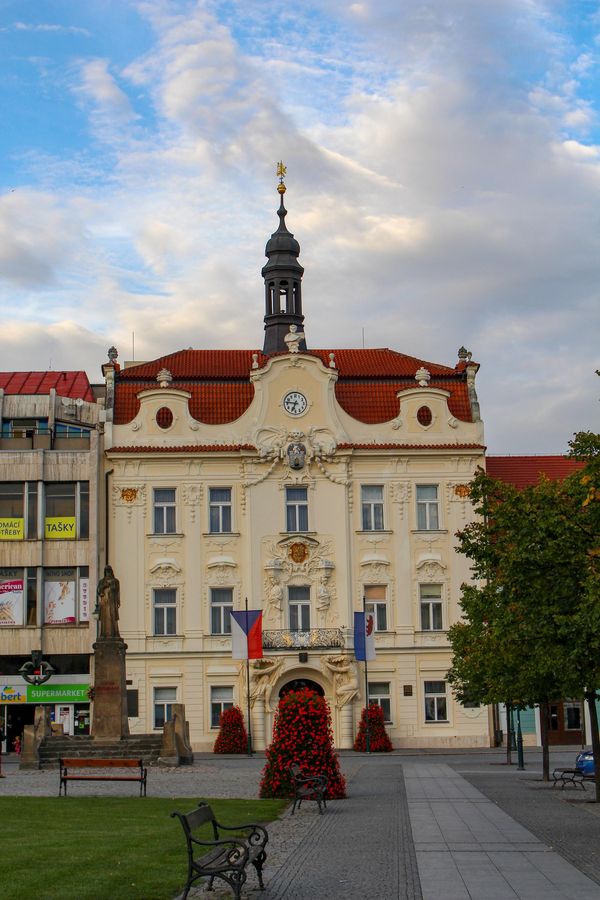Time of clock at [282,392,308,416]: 6:46
